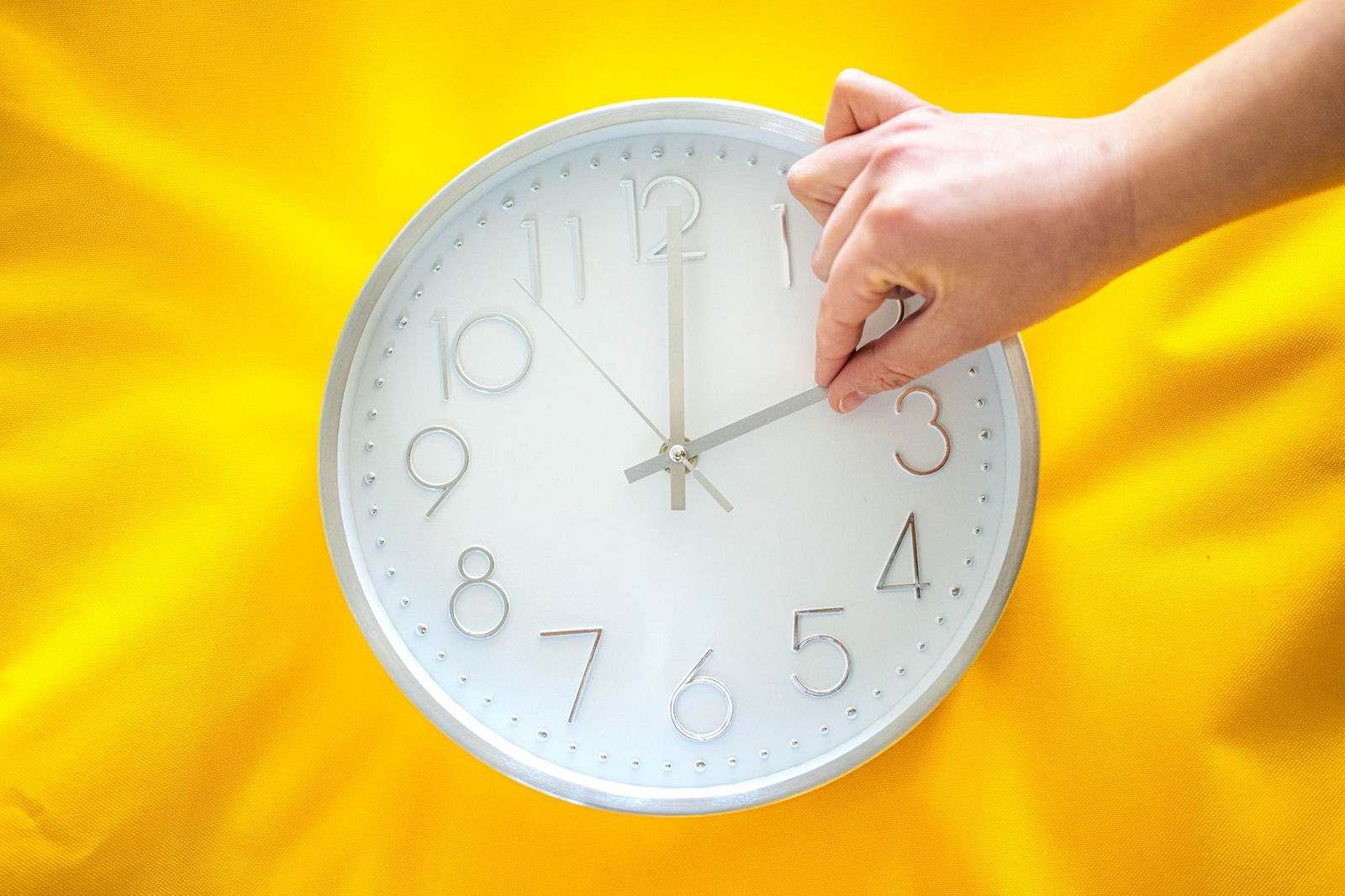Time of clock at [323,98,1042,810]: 12:11
